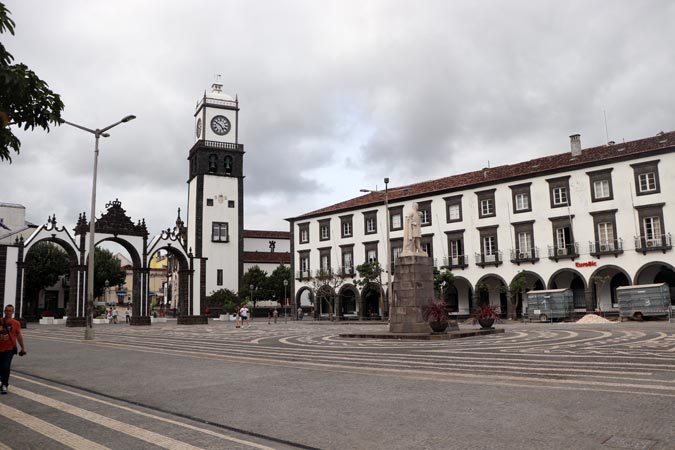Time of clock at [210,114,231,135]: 4:49
